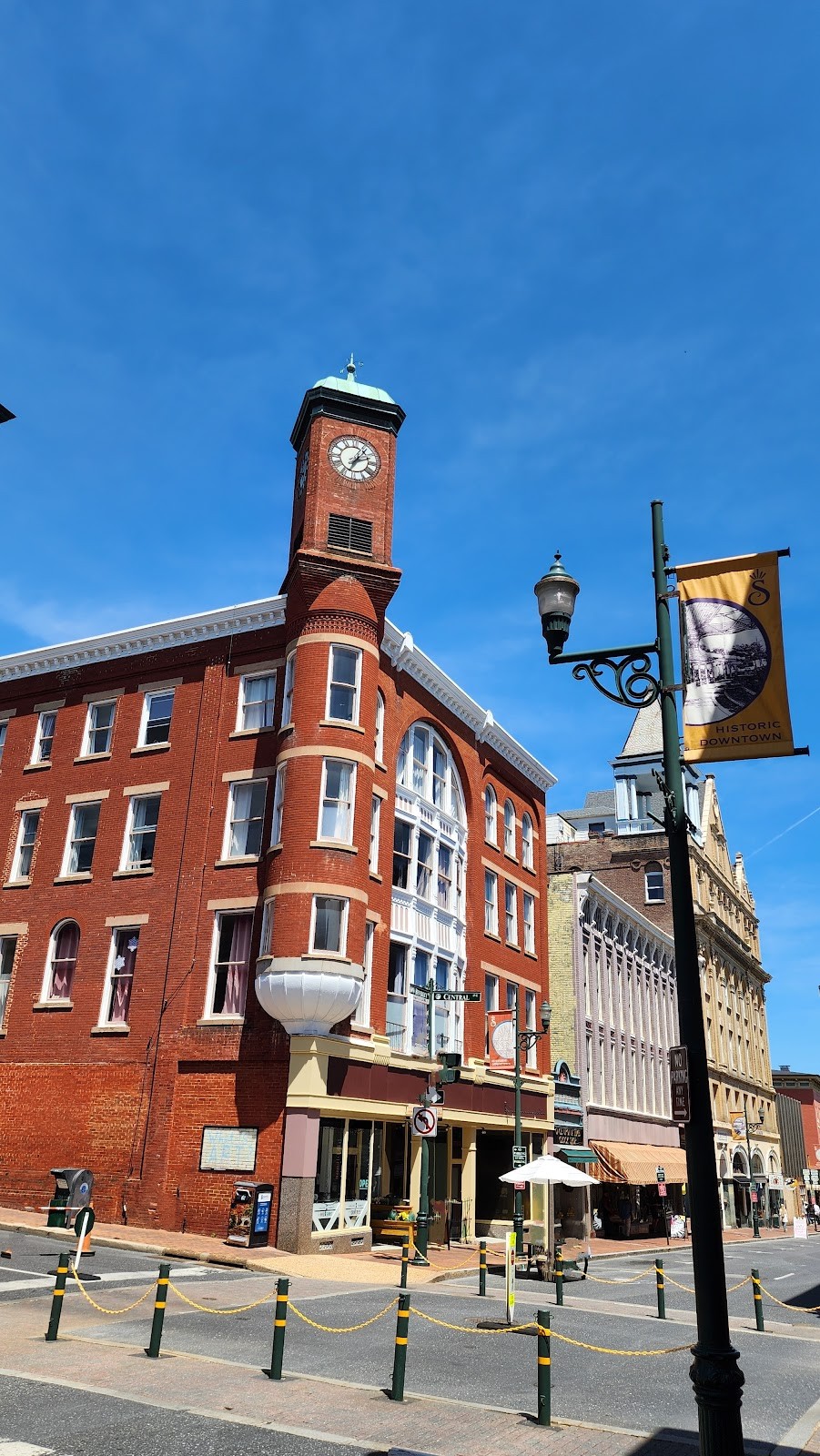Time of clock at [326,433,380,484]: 2:06
